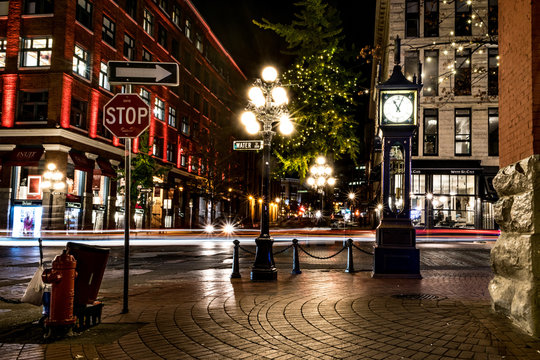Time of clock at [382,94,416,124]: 11:03
